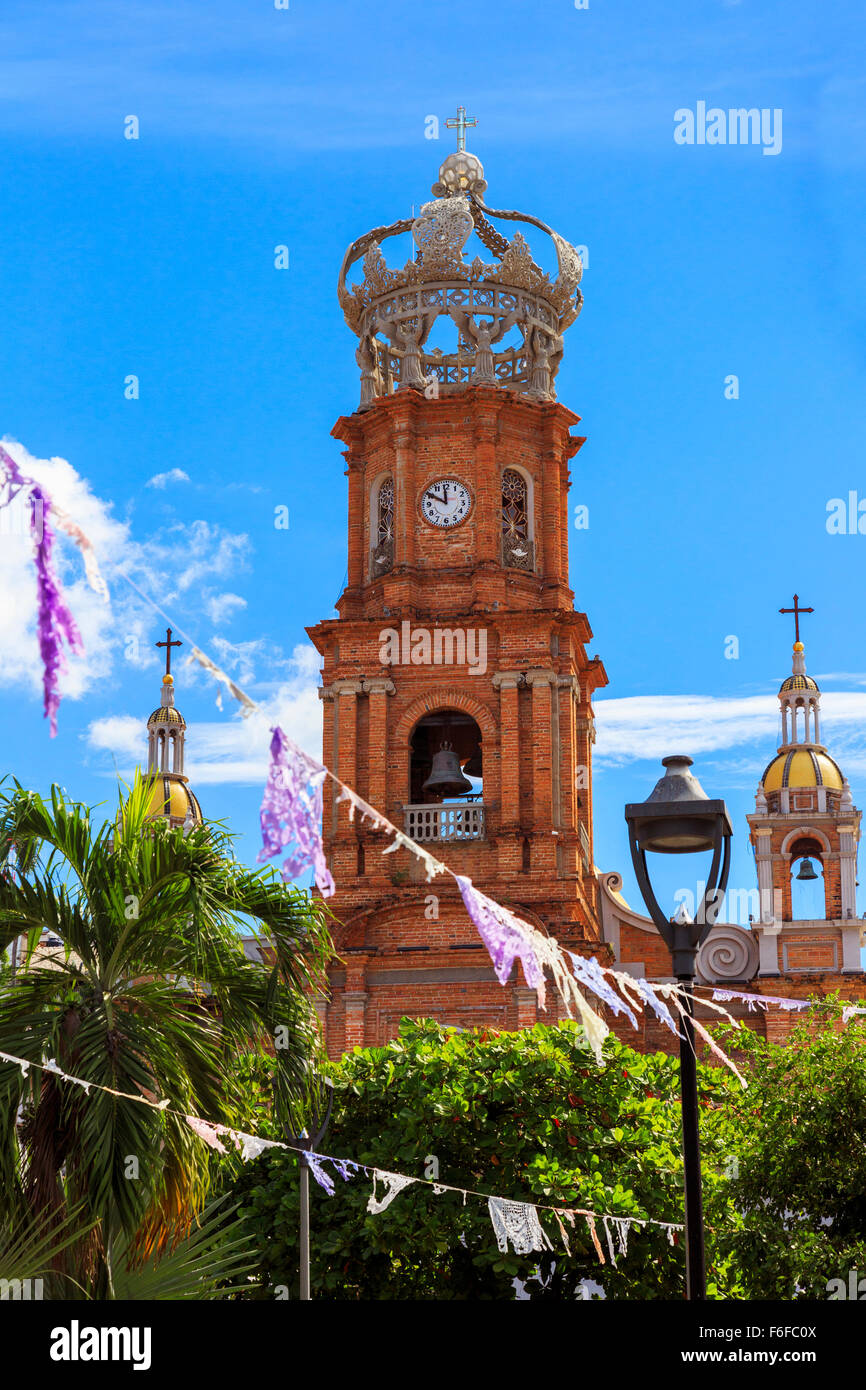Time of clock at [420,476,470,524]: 11:49
